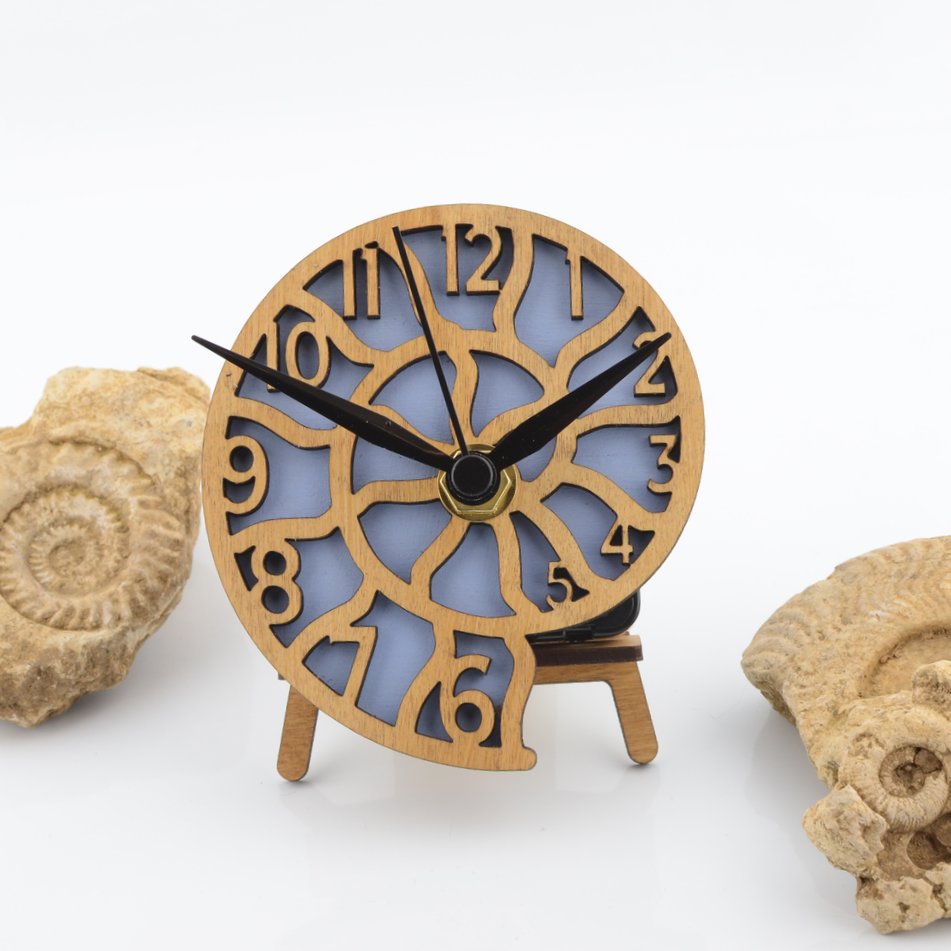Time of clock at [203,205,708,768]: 1:48
